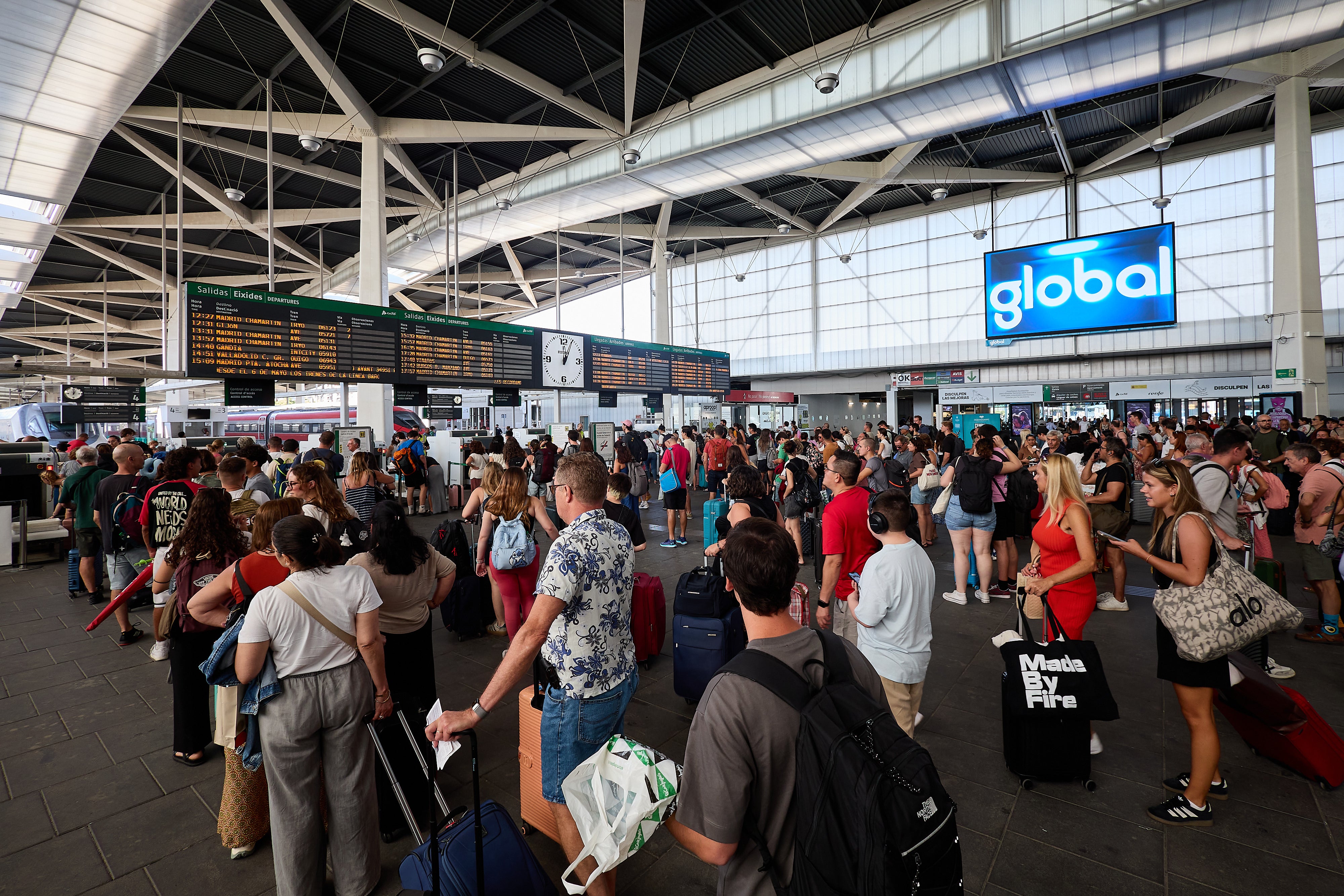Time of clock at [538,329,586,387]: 12:04
